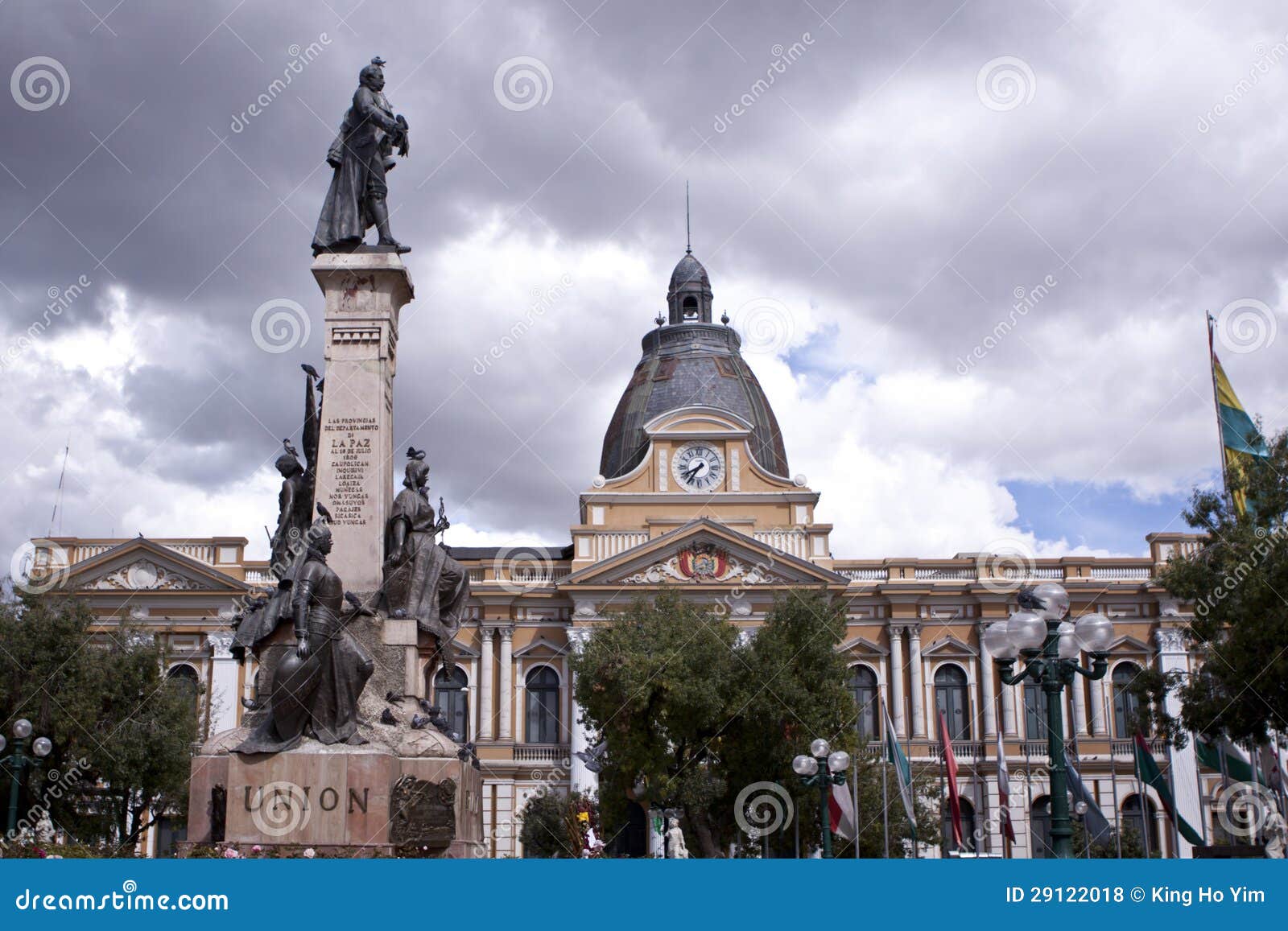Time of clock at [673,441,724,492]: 7:35
